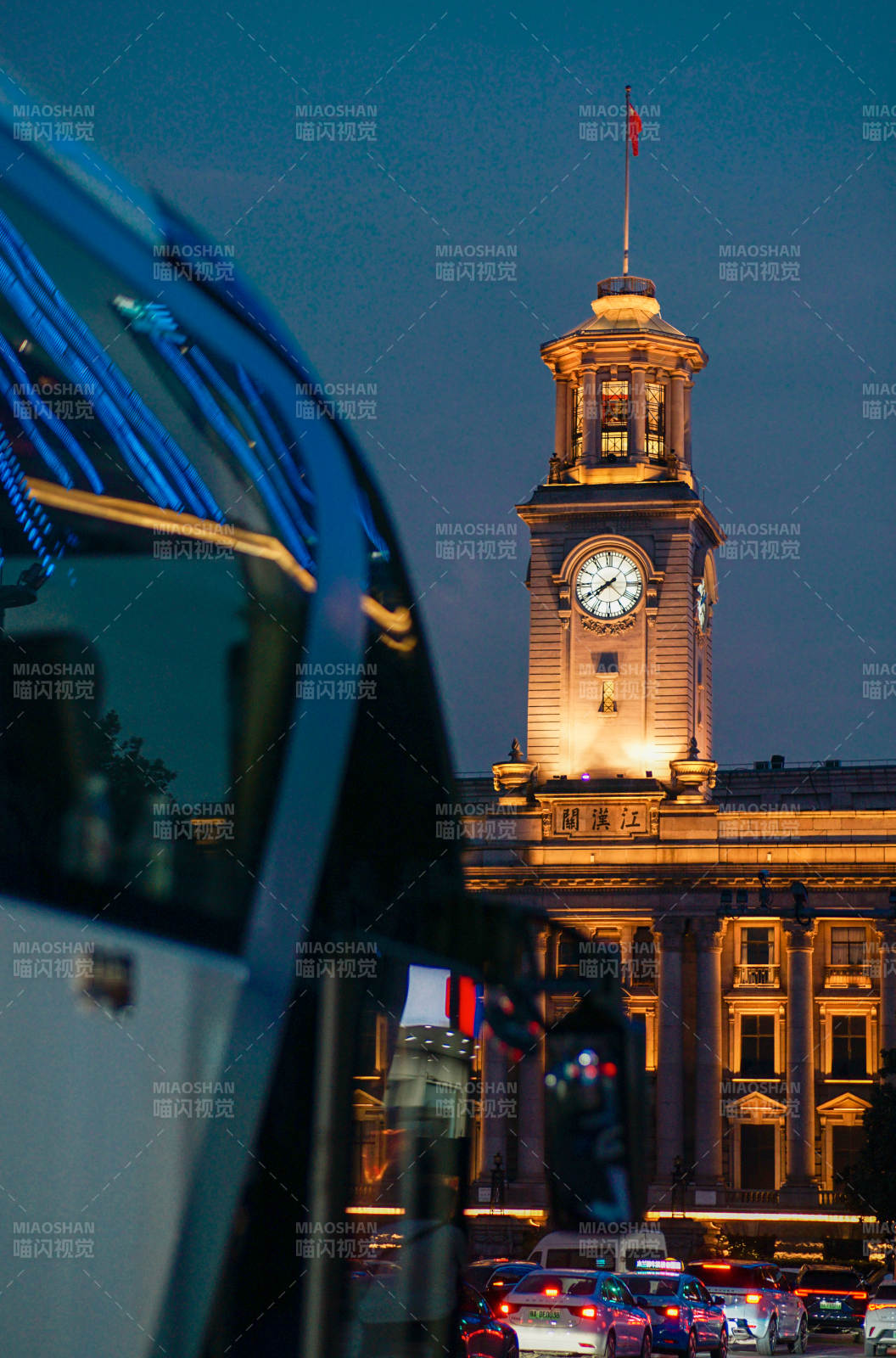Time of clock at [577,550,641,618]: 7:40
